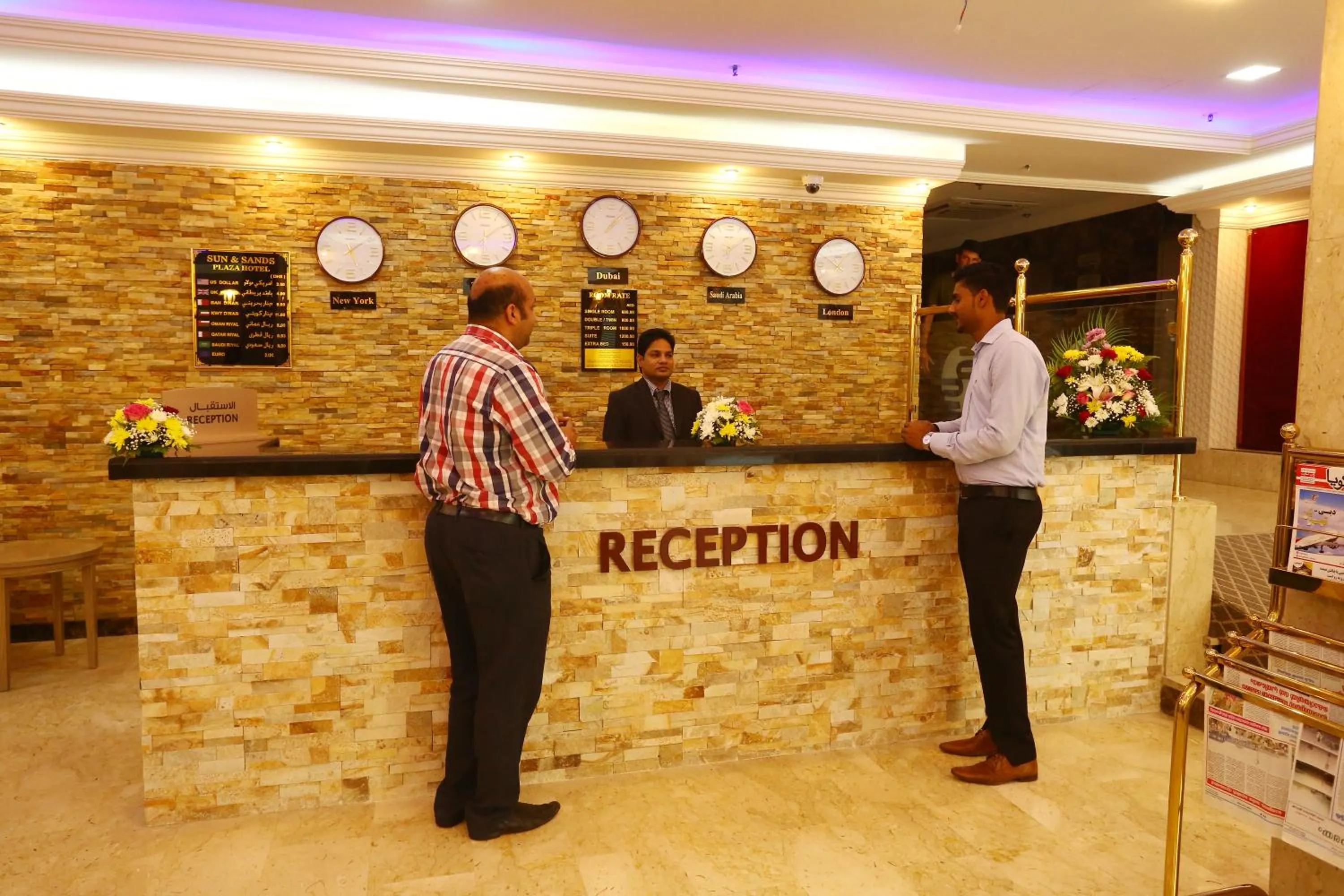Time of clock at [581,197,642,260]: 1:07
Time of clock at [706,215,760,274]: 6:10
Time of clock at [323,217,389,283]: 5:09
